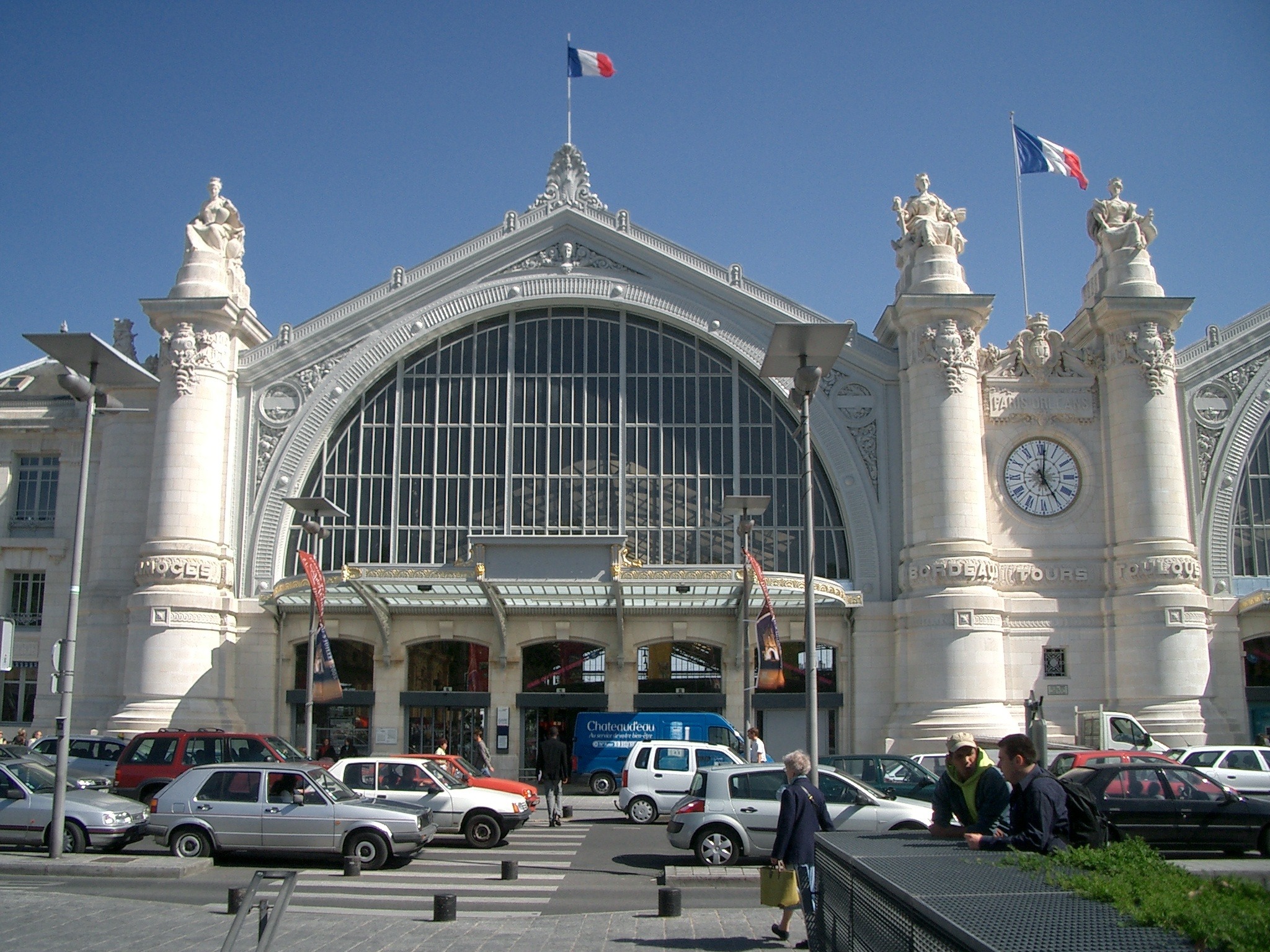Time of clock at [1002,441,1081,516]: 5:01
